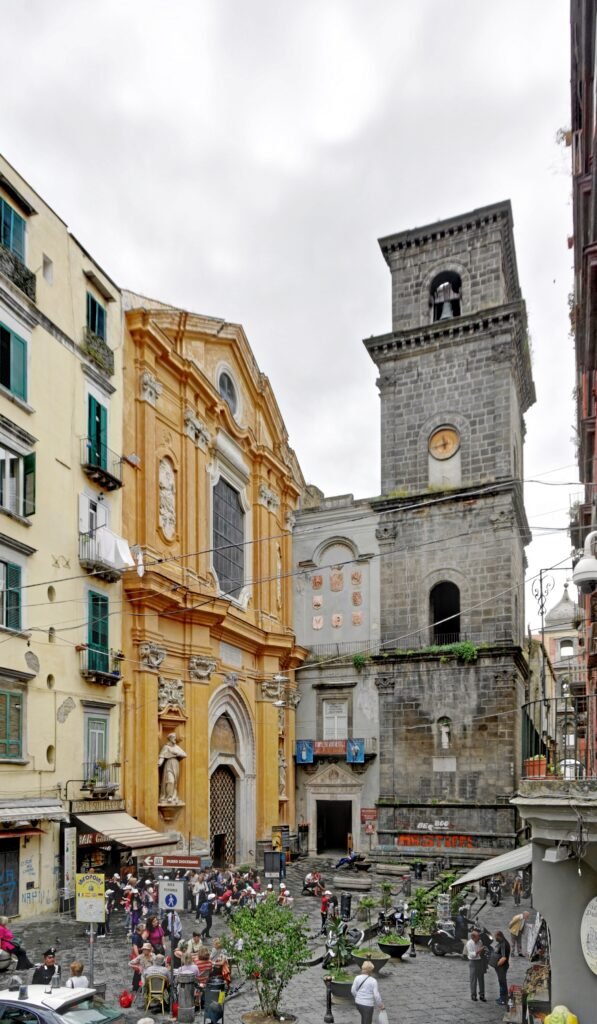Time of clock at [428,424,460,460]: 11:42
